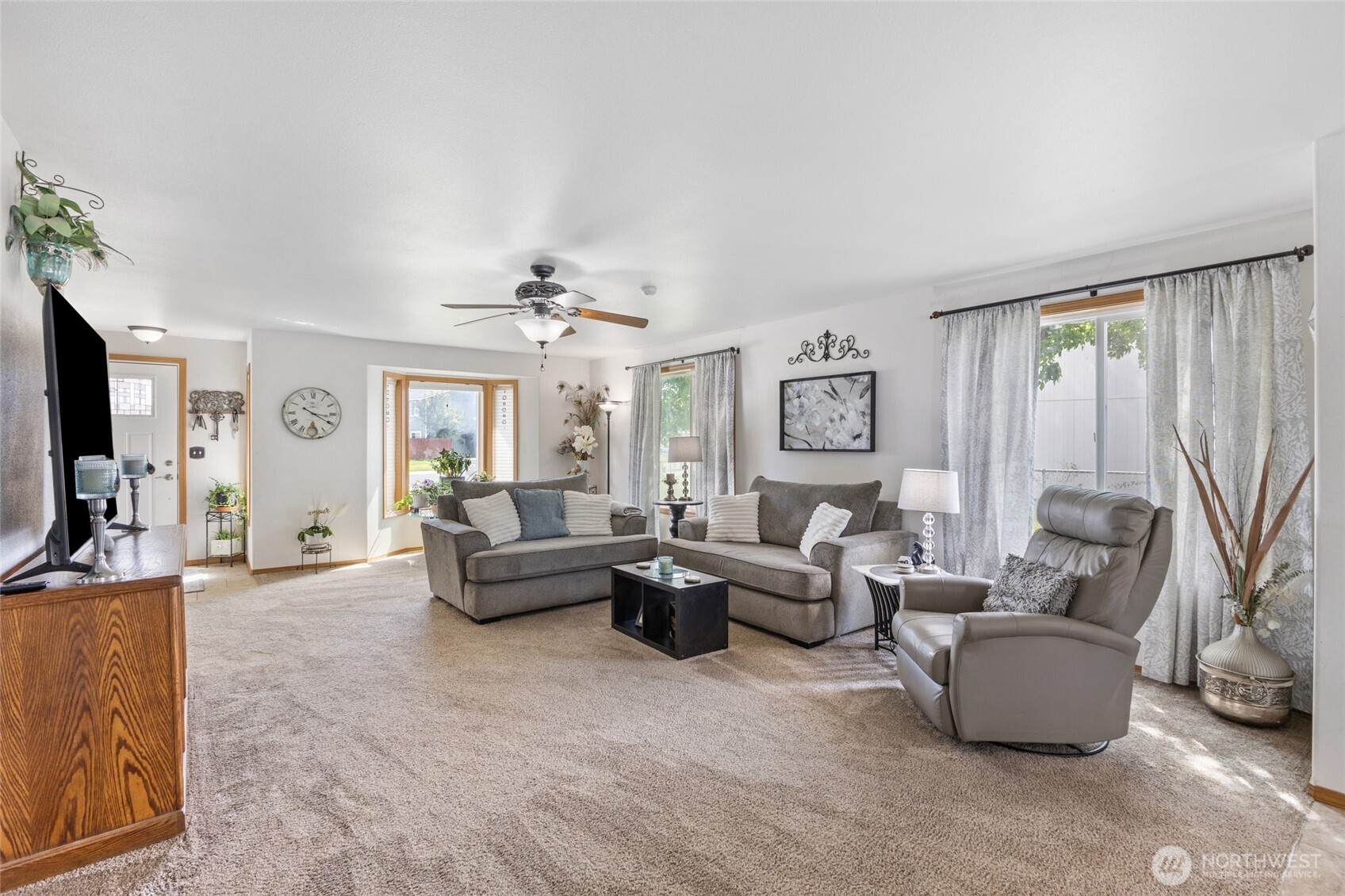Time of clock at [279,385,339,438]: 3:20
